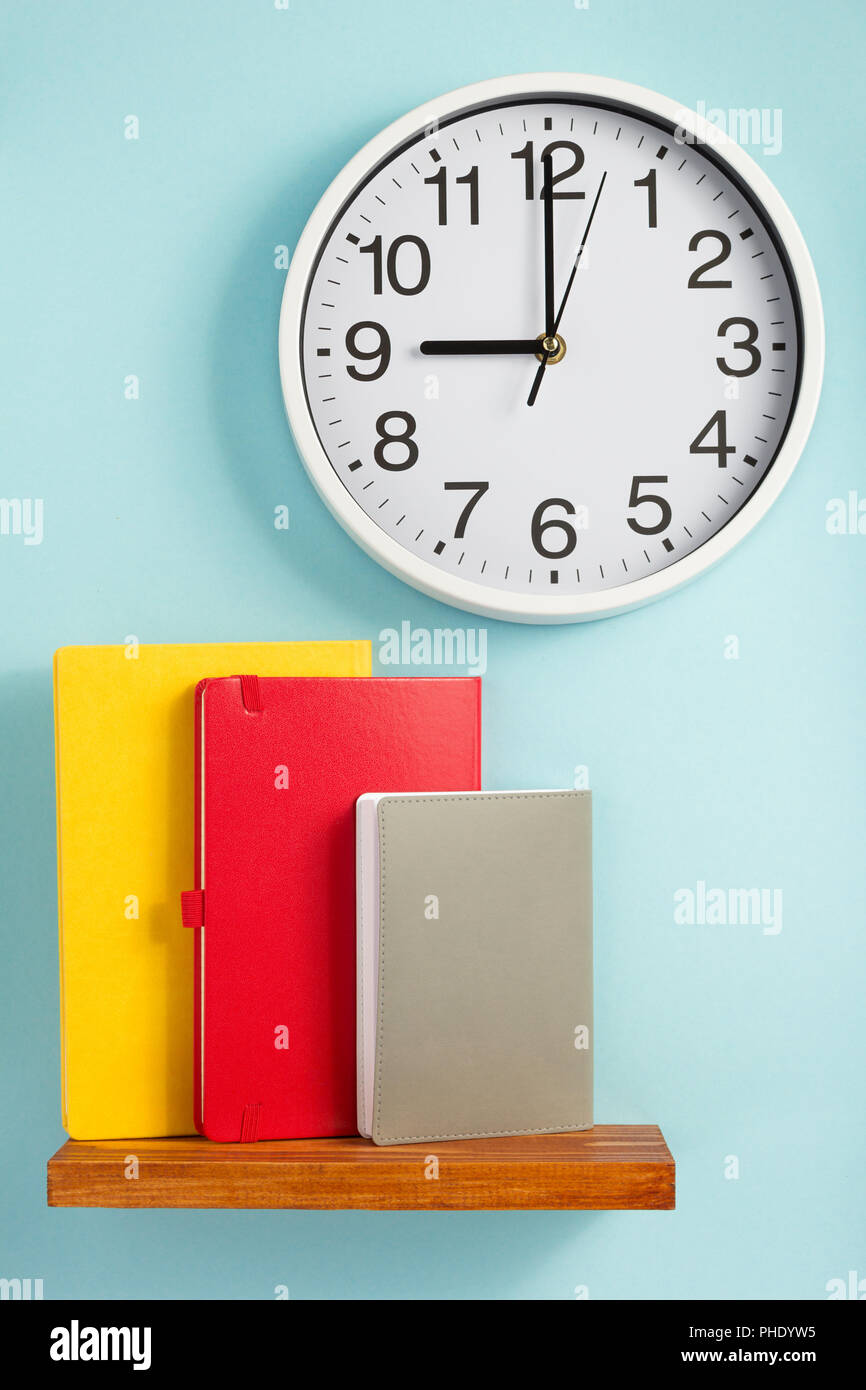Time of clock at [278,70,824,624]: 9:00
